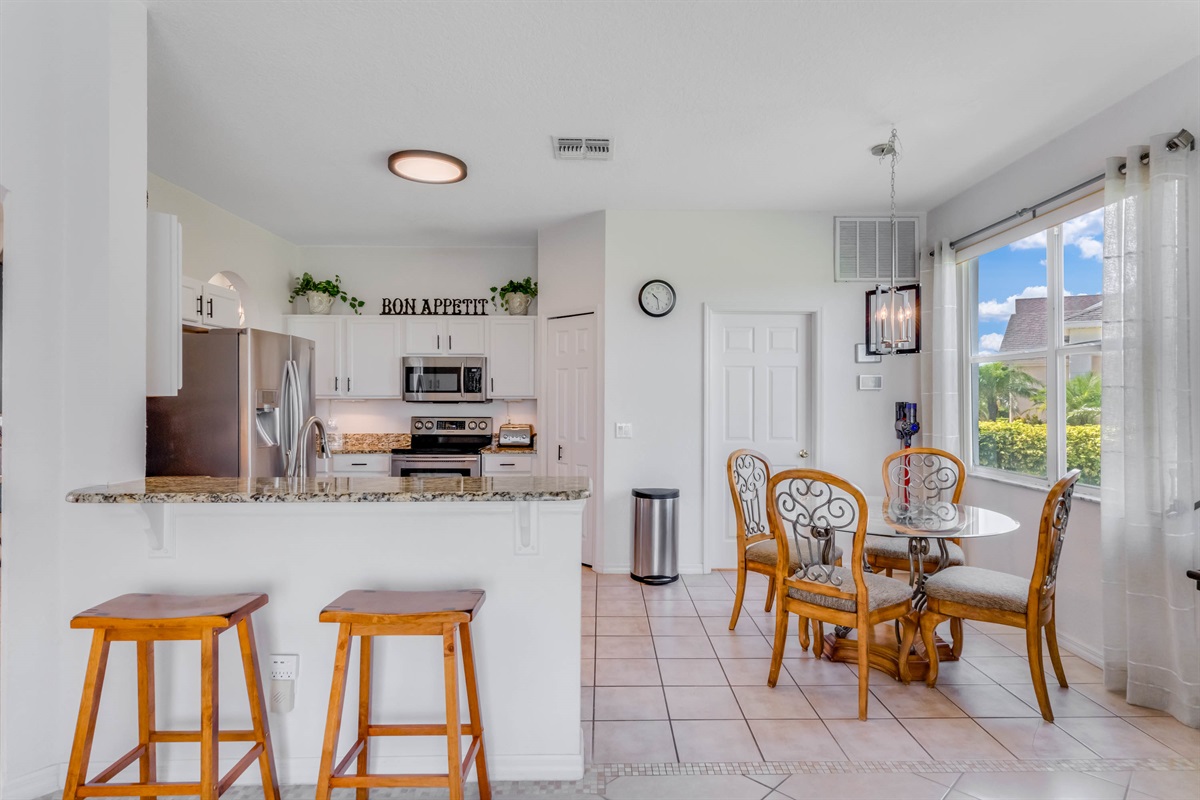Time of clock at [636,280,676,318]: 10:28
